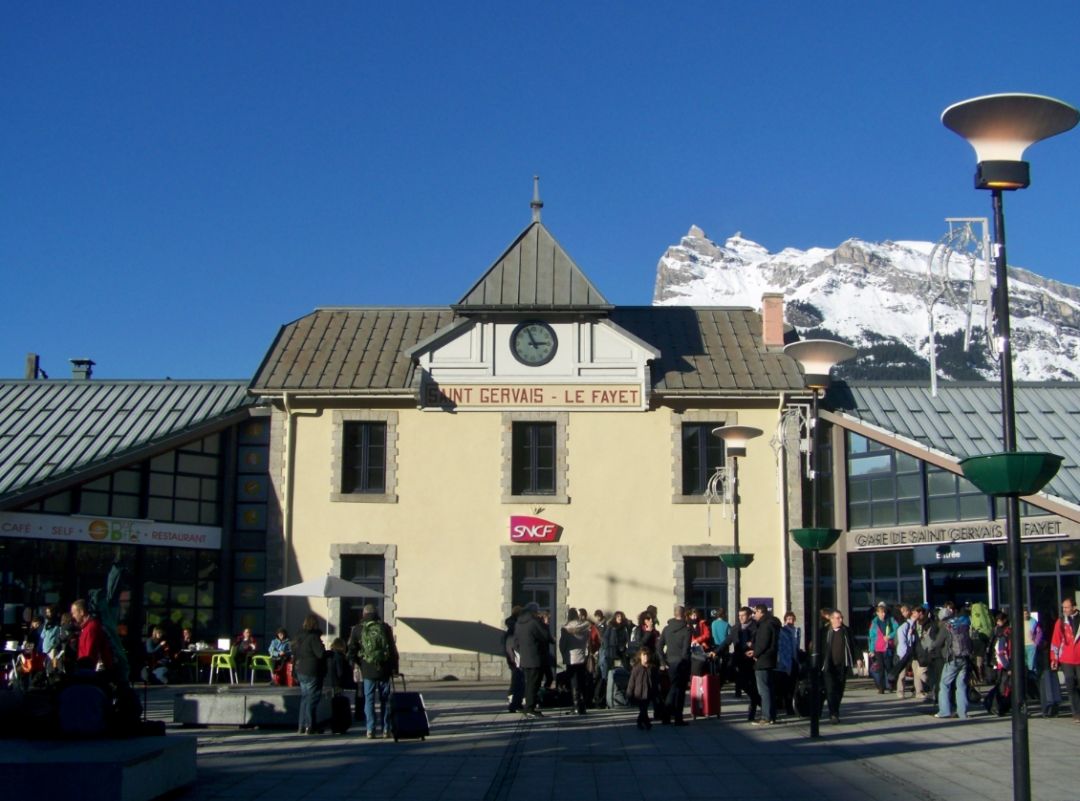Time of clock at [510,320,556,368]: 2:56
